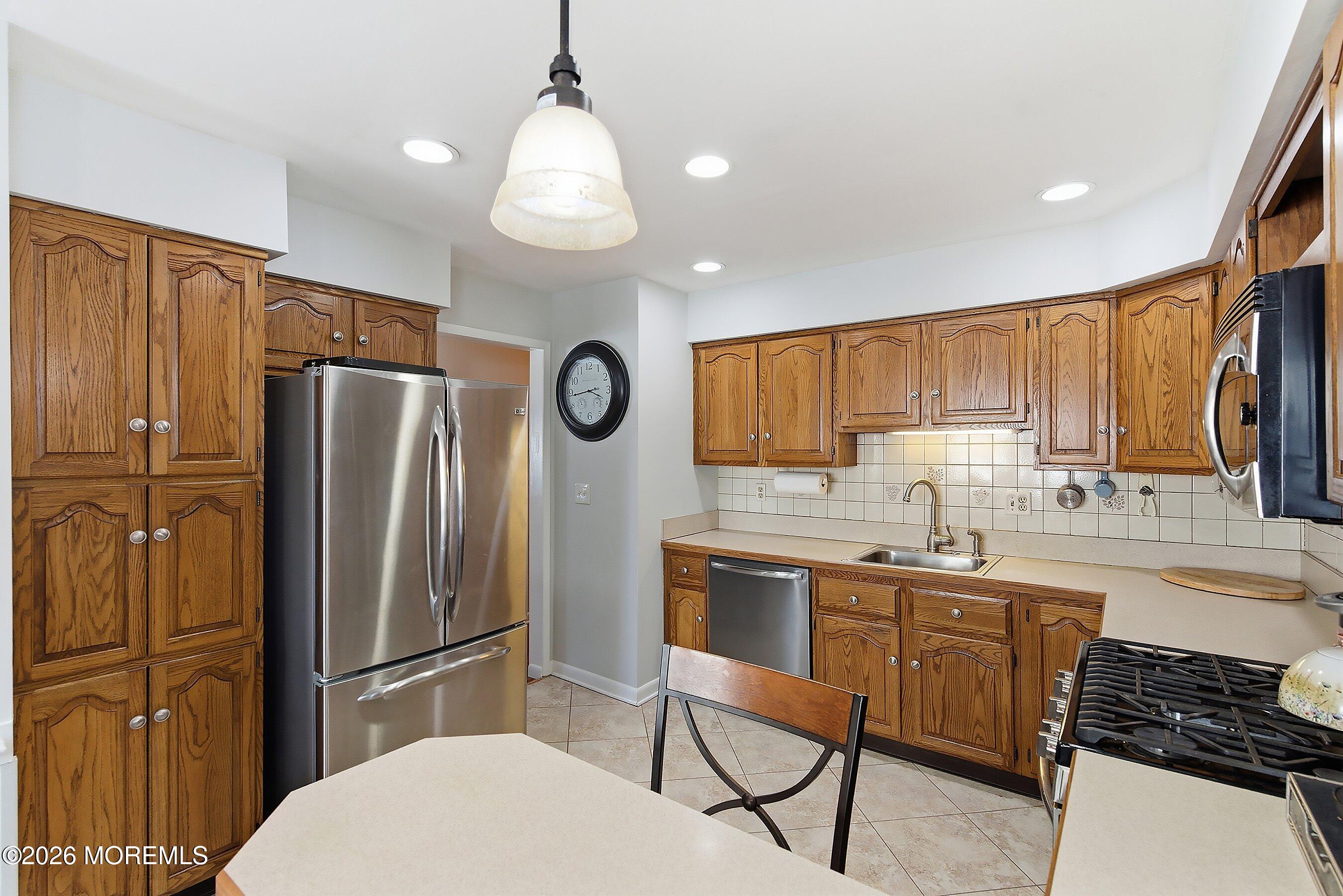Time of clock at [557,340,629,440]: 3:43
